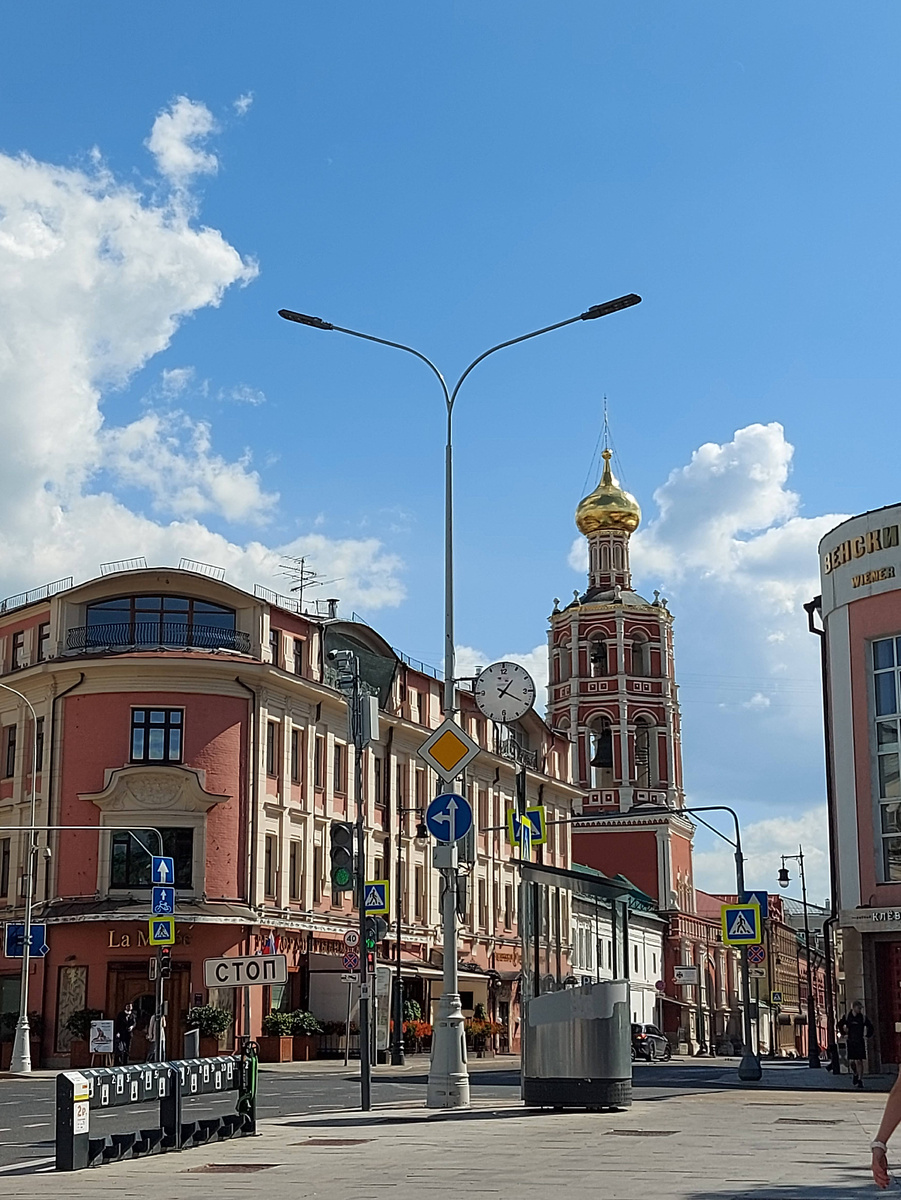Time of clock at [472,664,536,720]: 1:19
